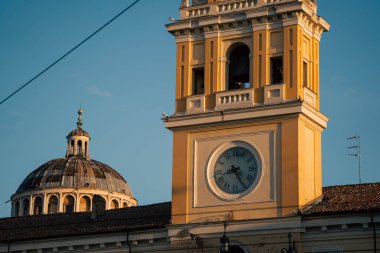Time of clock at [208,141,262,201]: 8:25
